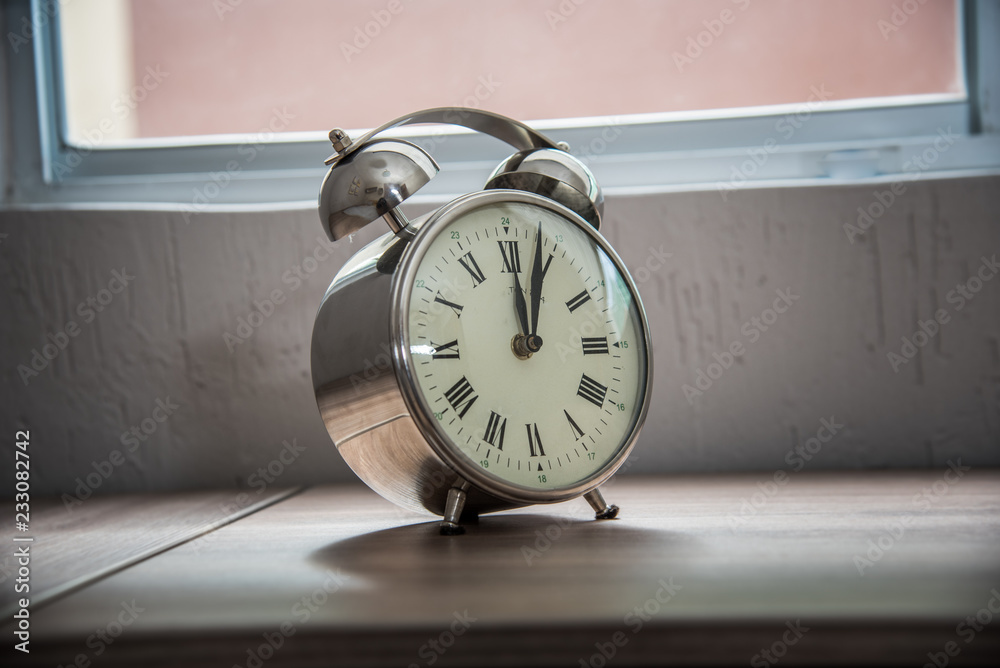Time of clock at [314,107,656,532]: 12:03
